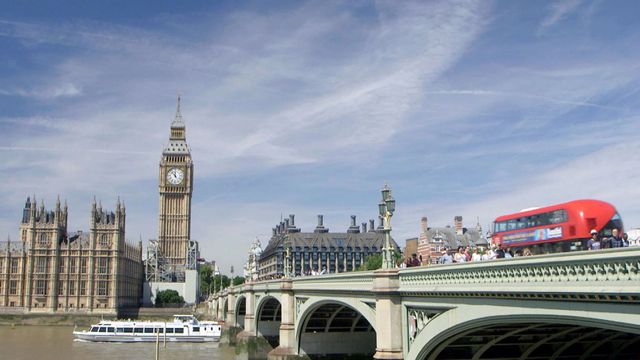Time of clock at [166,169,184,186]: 11:52
